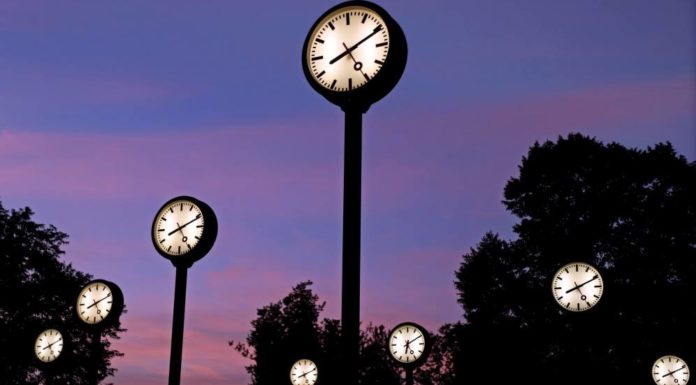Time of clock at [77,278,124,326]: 8:11
